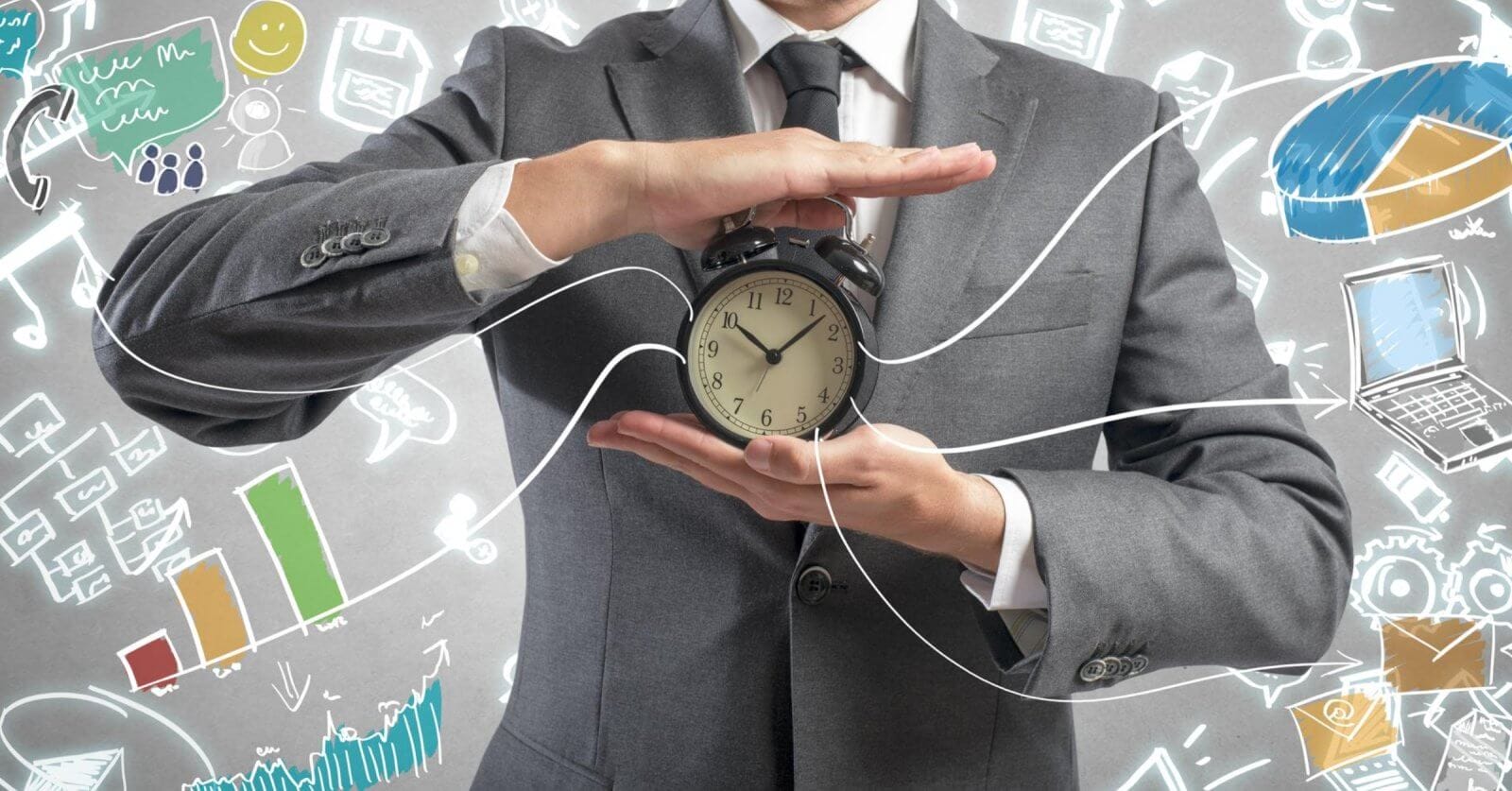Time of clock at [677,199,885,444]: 10:07
